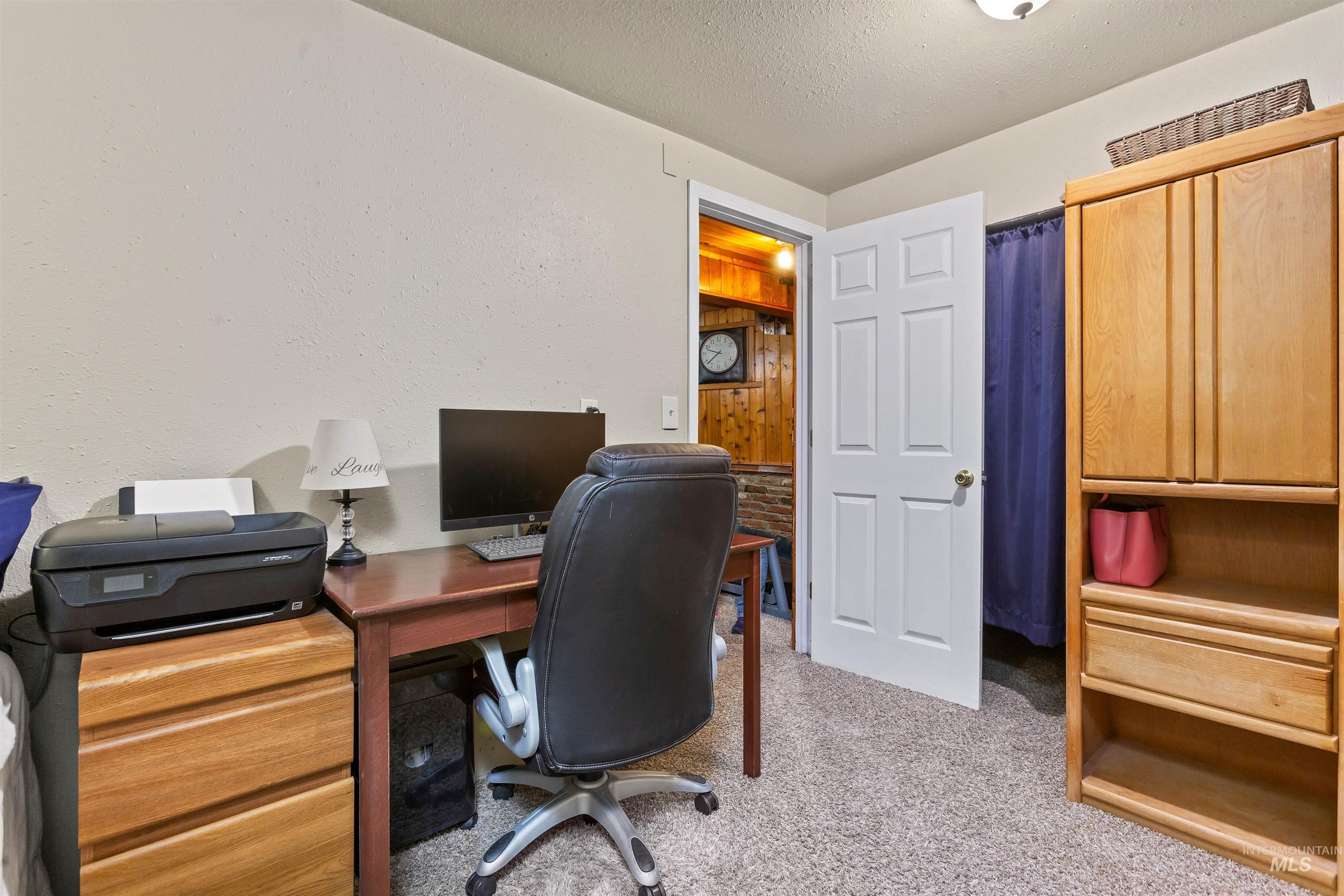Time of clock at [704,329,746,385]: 9:38
